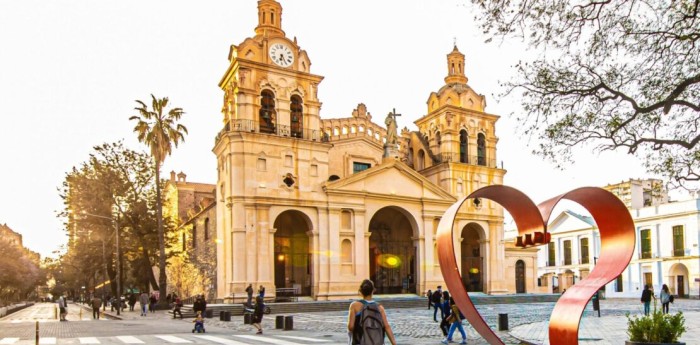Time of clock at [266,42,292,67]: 6:25
